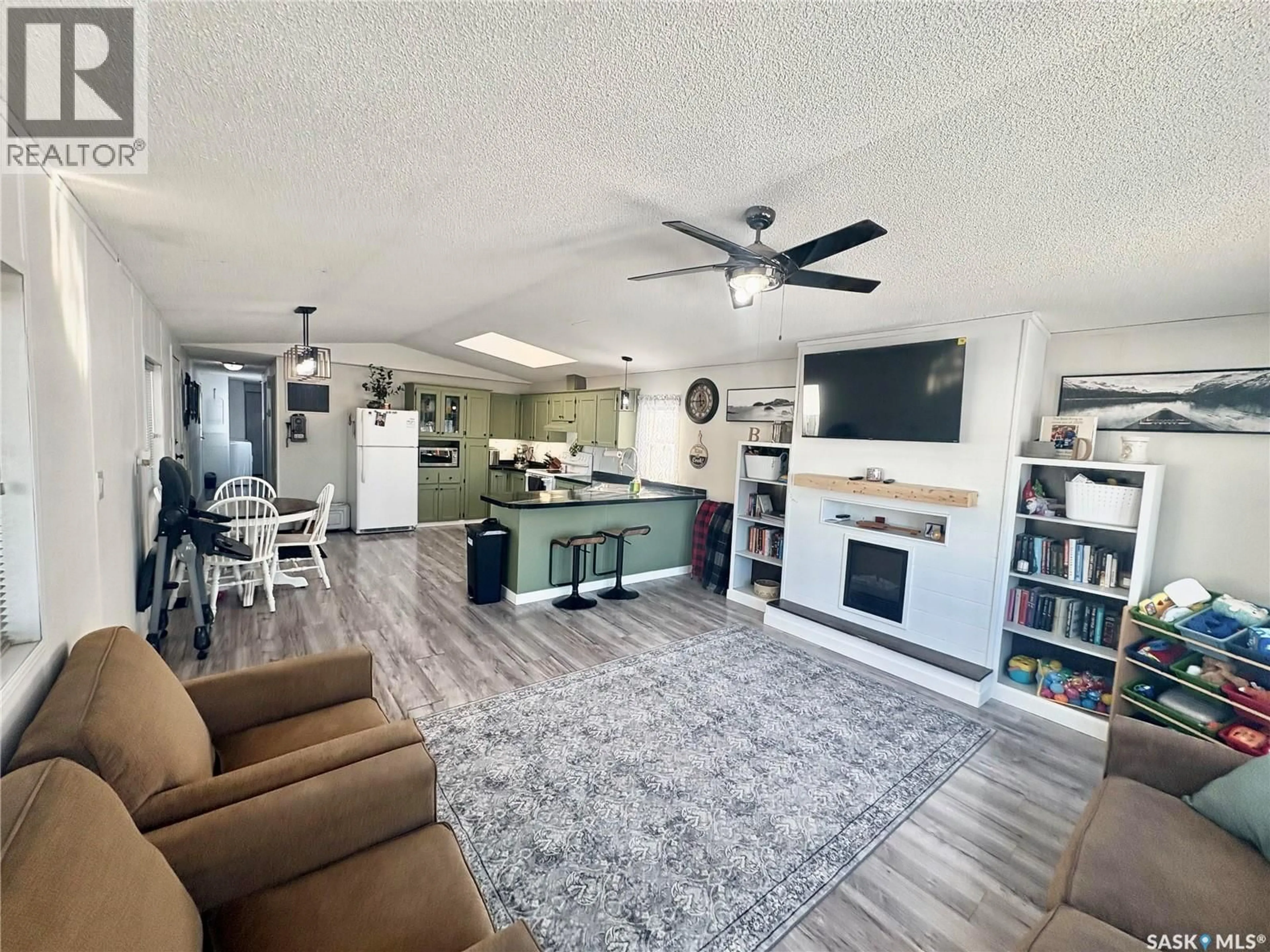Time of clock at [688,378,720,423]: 11:45
